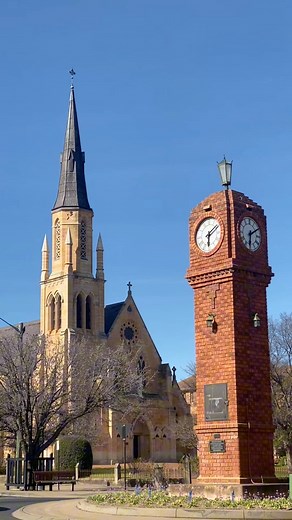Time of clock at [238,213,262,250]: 6:10
